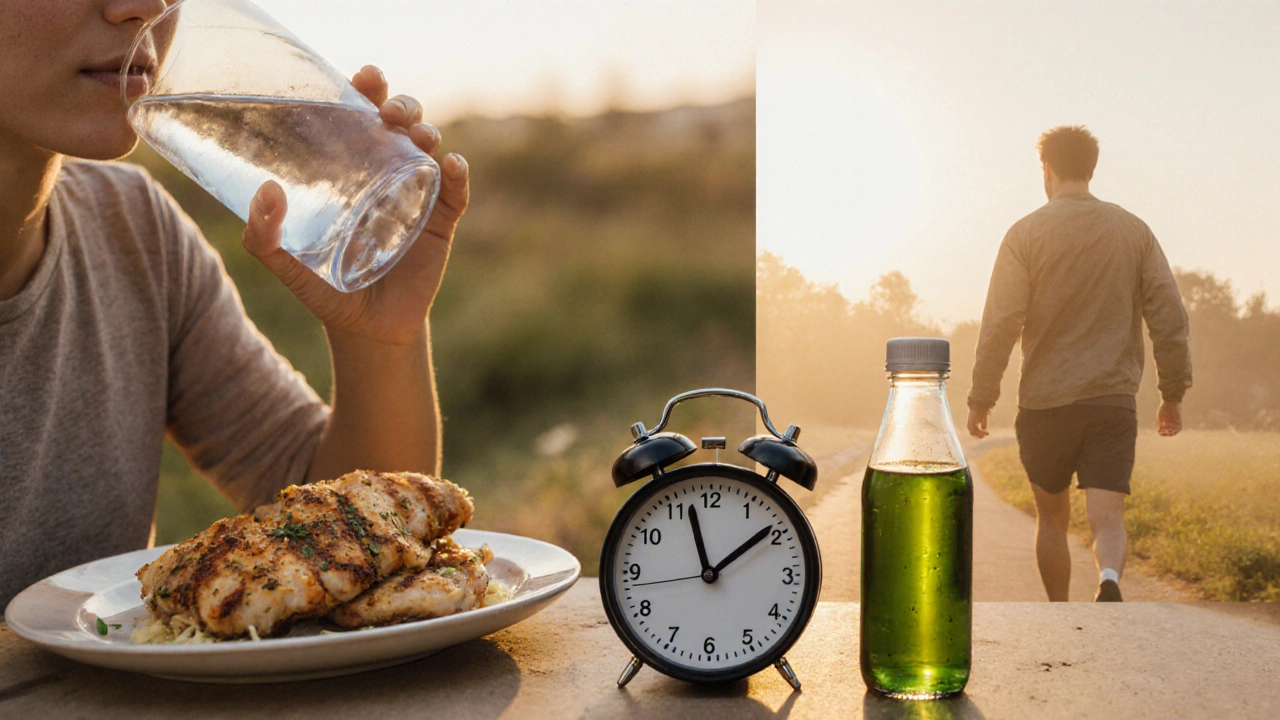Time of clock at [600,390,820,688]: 1:57
